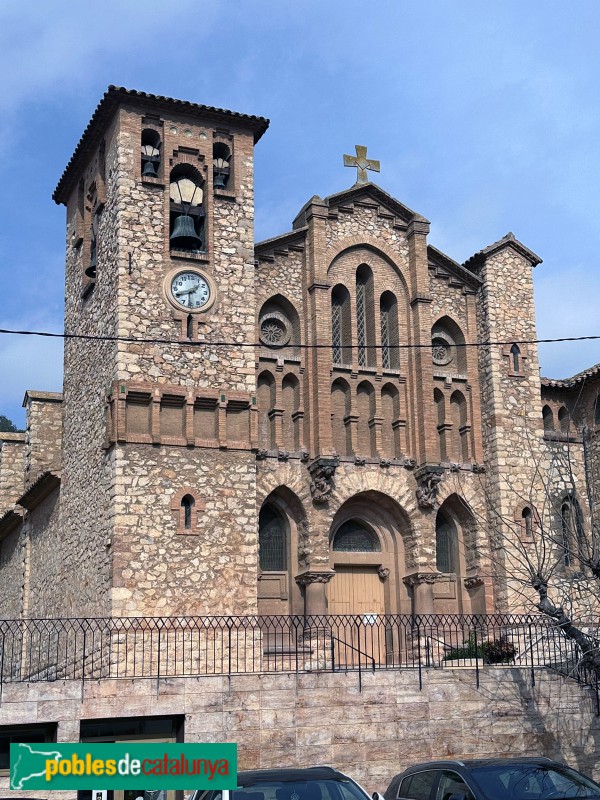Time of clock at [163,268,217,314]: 1:41
